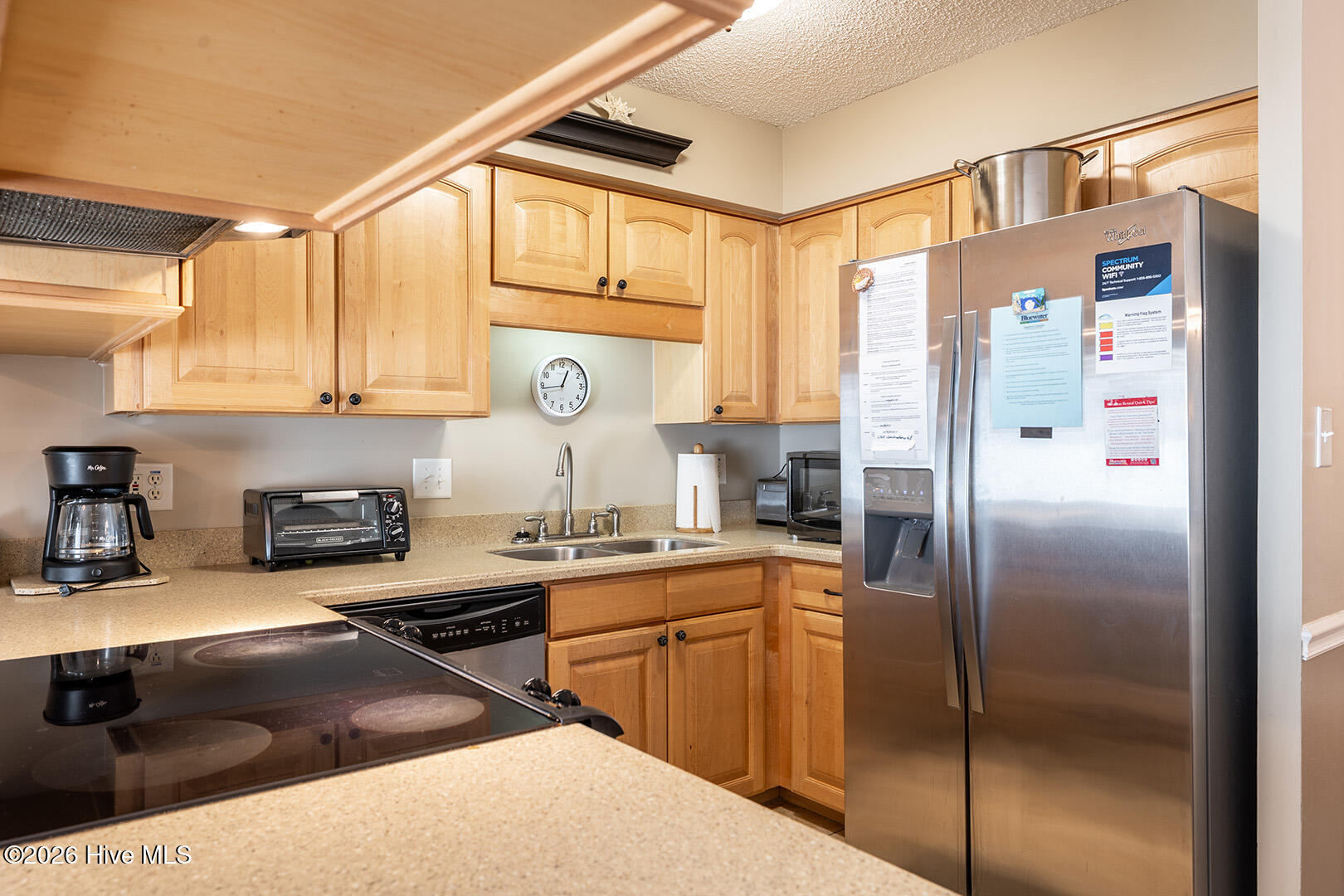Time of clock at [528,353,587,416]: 12:43
